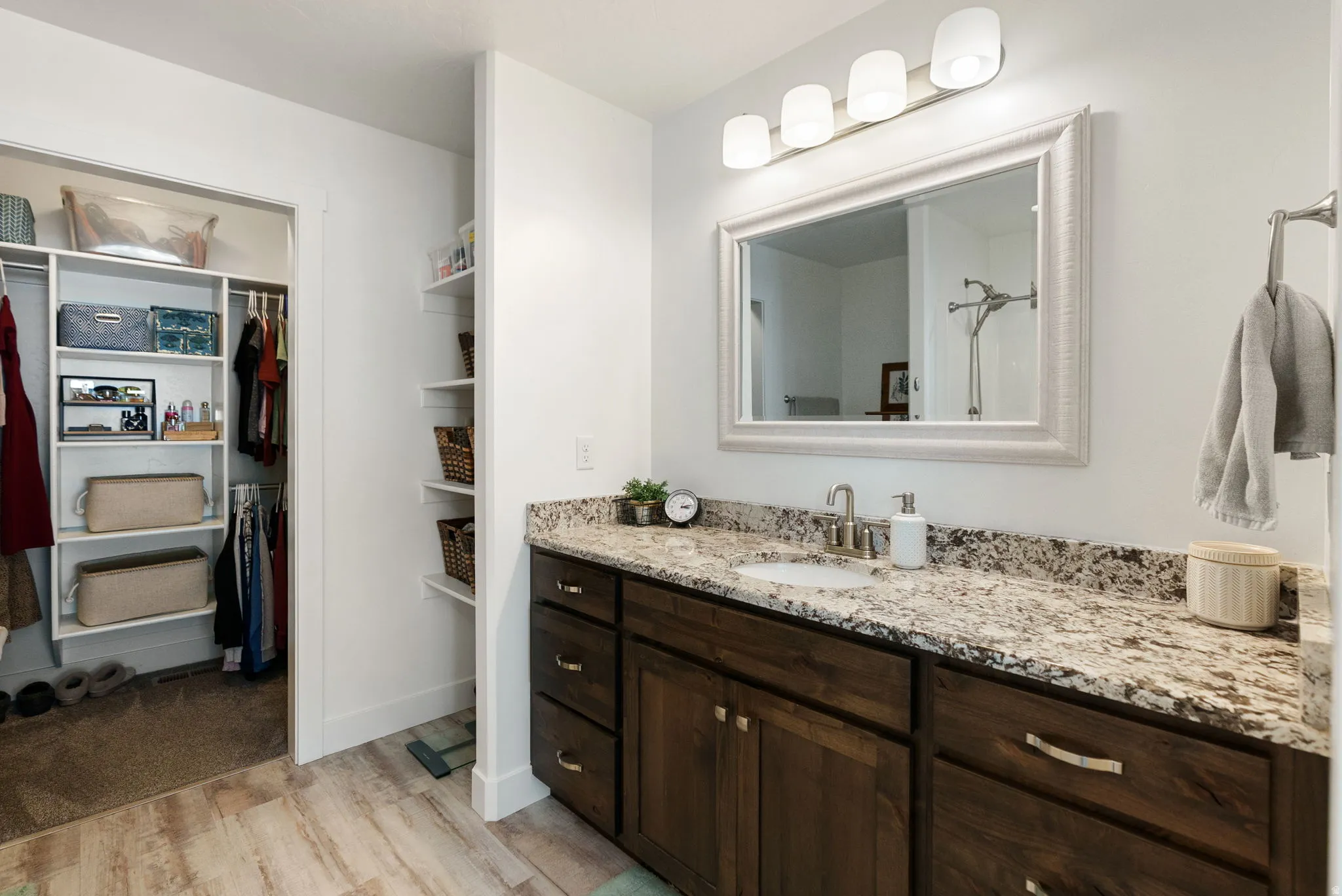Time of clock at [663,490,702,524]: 3:13
